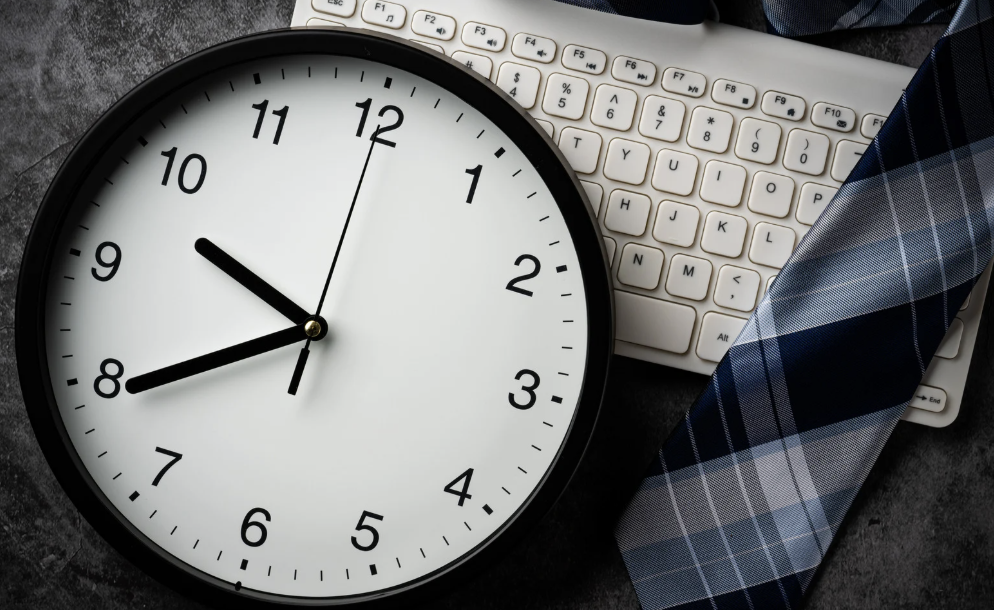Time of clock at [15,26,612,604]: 9:39
